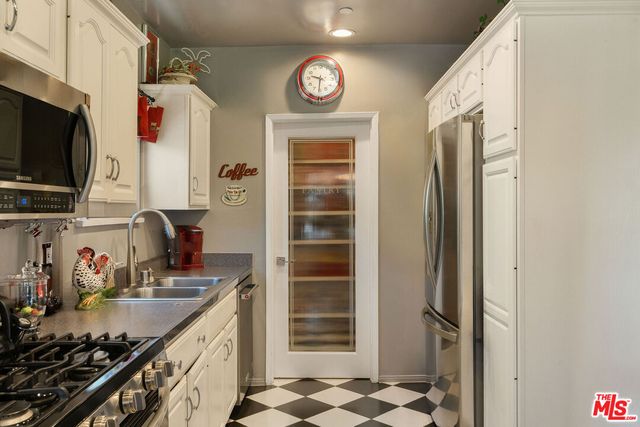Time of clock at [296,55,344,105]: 9:31
